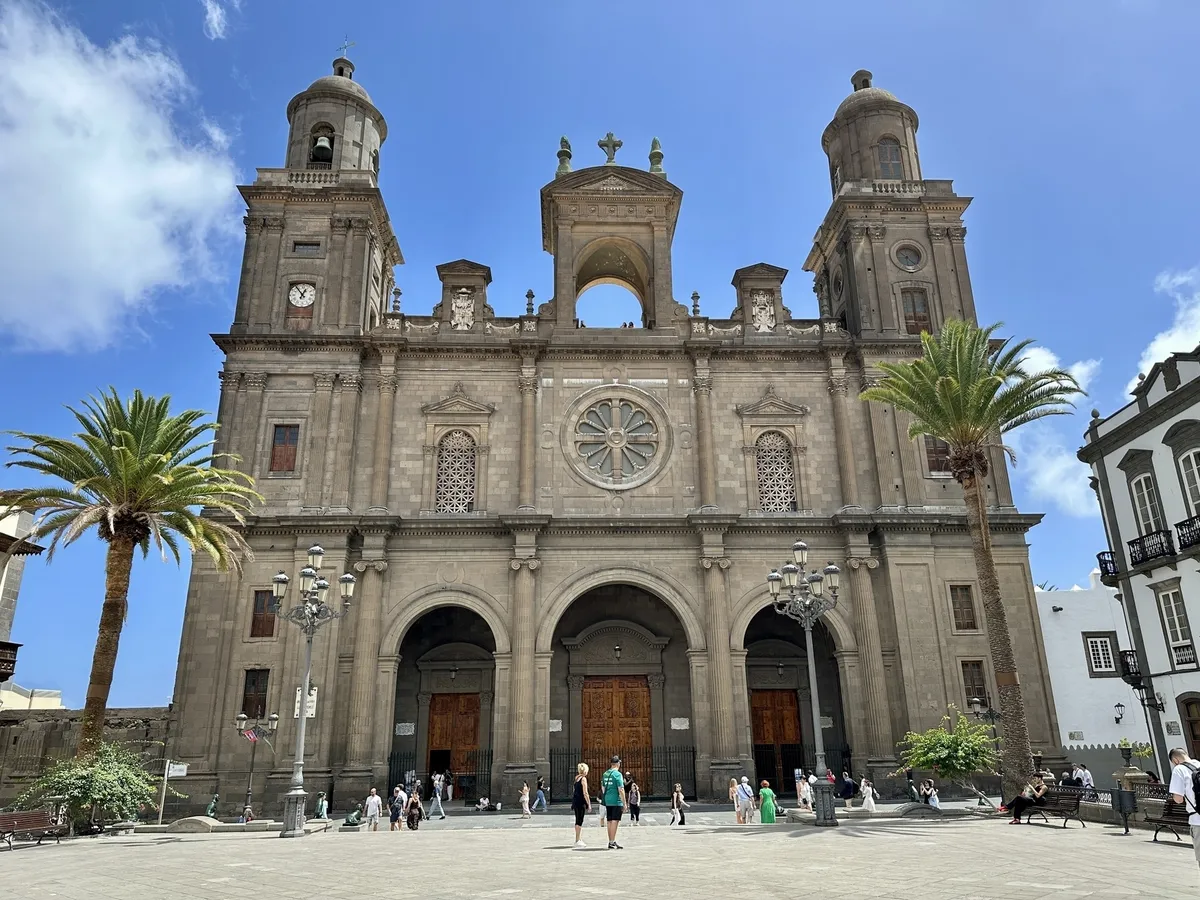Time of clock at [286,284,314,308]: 12:53
